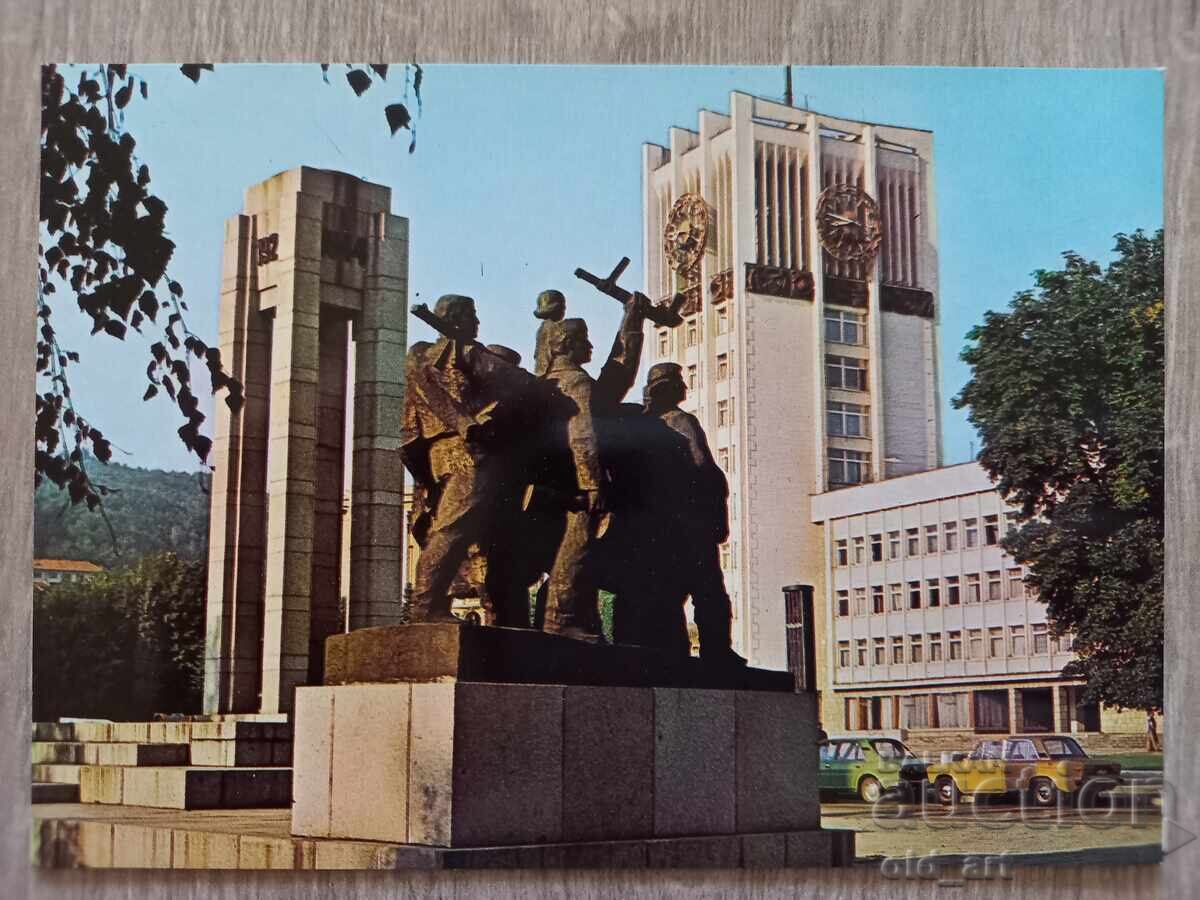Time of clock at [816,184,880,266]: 8:47
